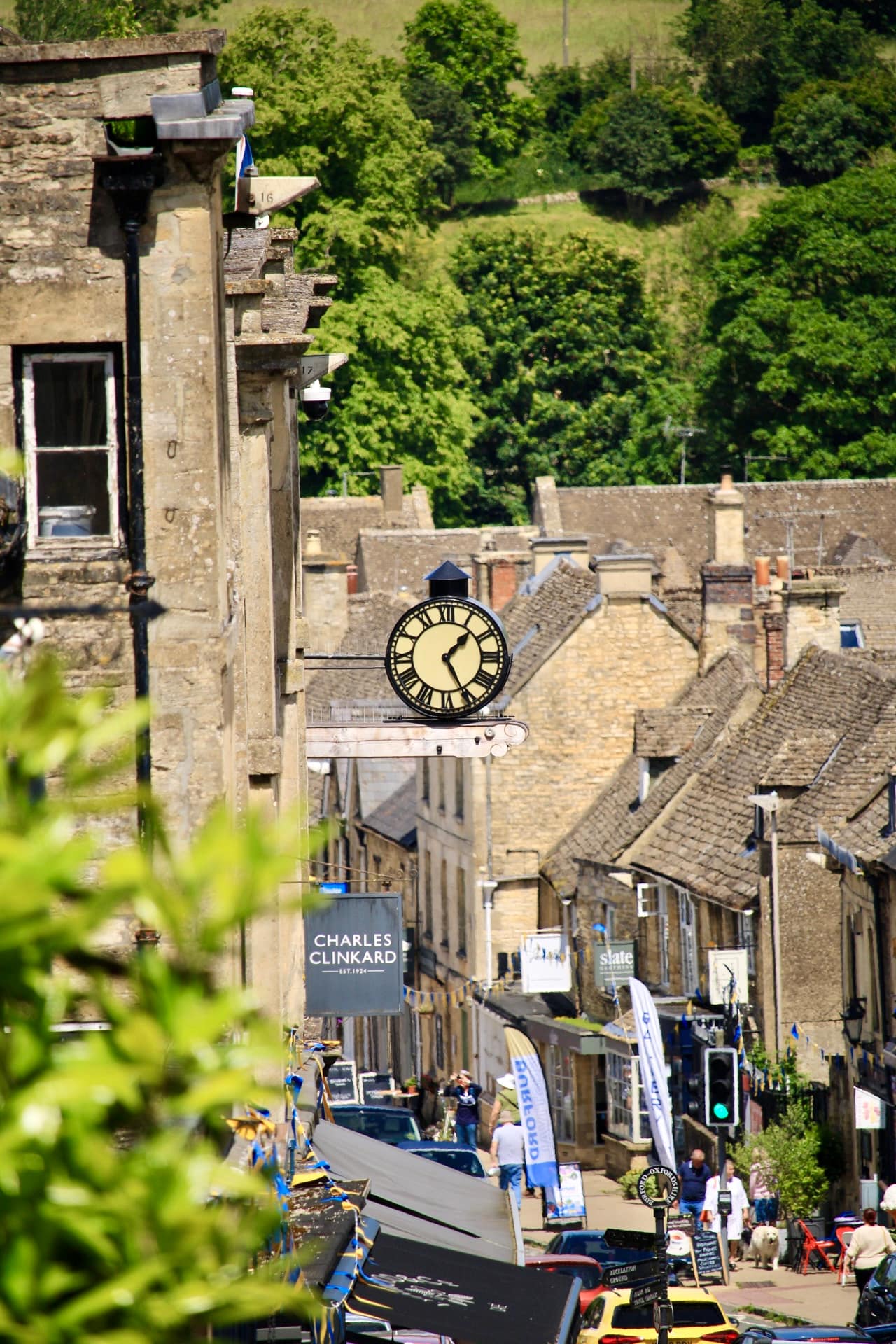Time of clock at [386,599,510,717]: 1:25
